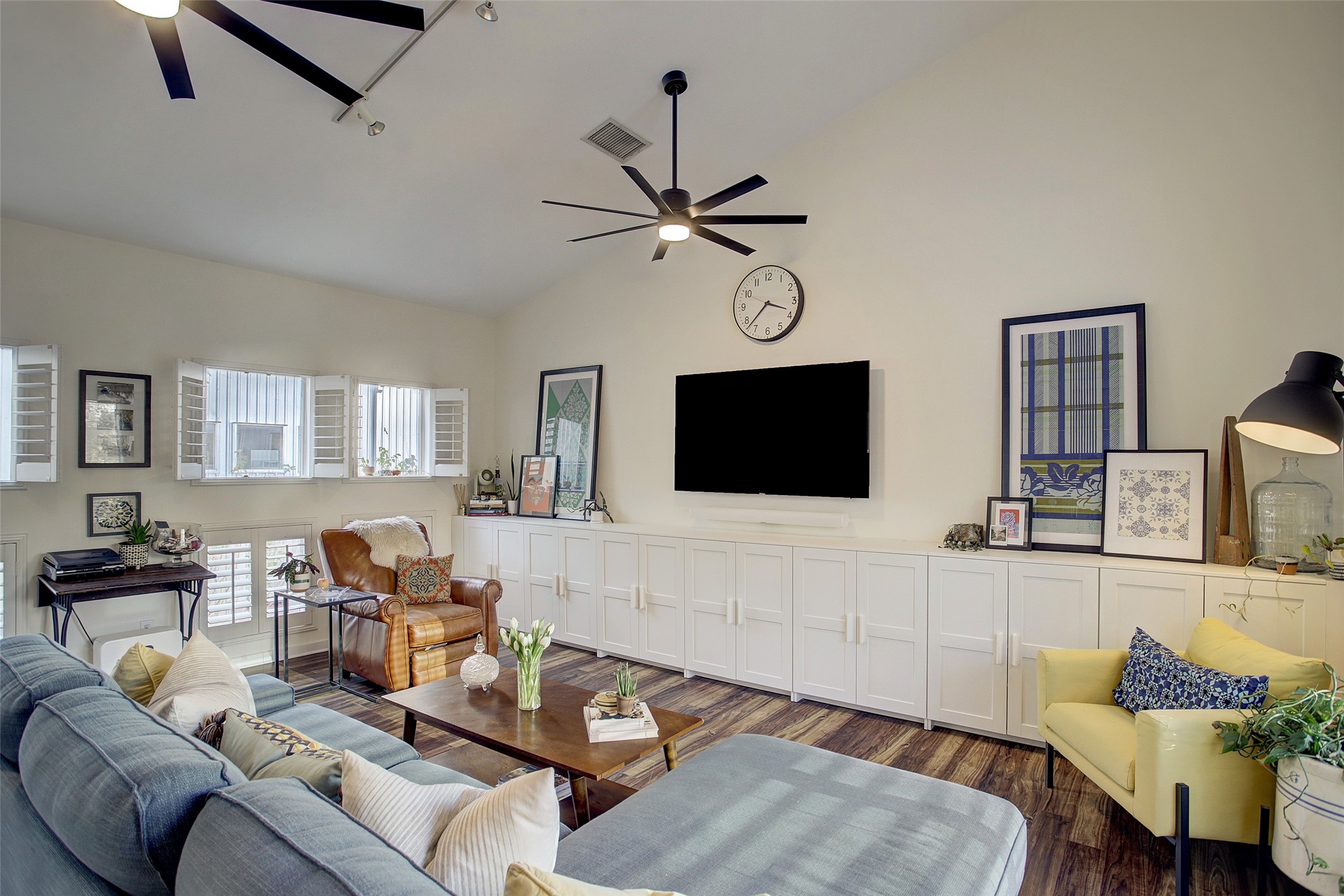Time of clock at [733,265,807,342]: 3:37
